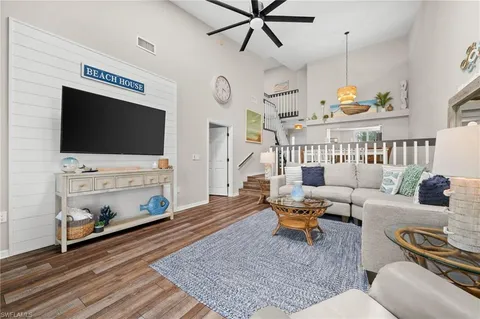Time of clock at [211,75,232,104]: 3:32
